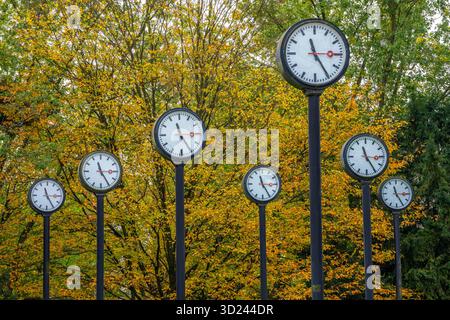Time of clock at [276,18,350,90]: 11:24
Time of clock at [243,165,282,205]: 11:24
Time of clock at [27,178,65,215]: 11:25
